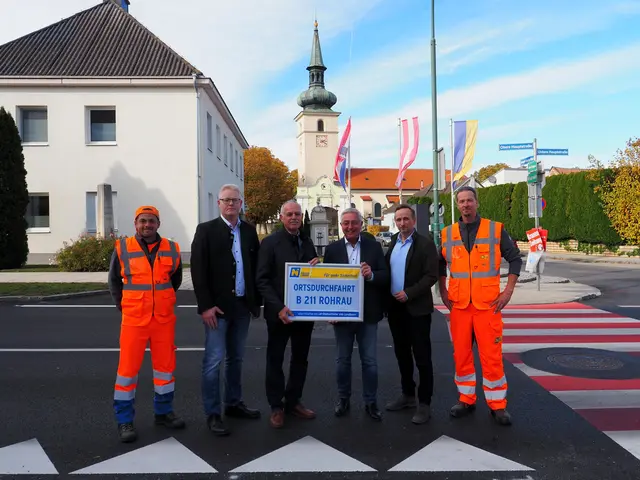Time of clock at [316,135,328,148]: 2:21
